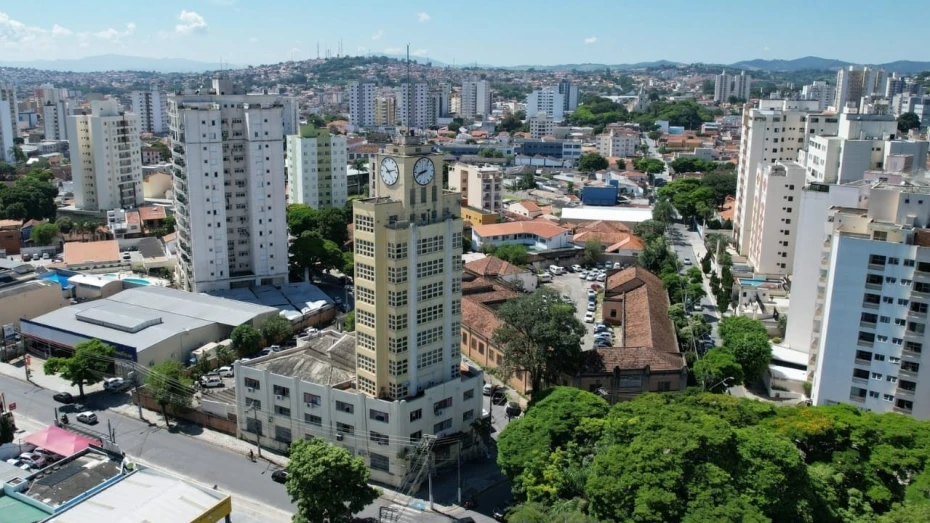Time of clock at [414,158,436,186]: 8:41
